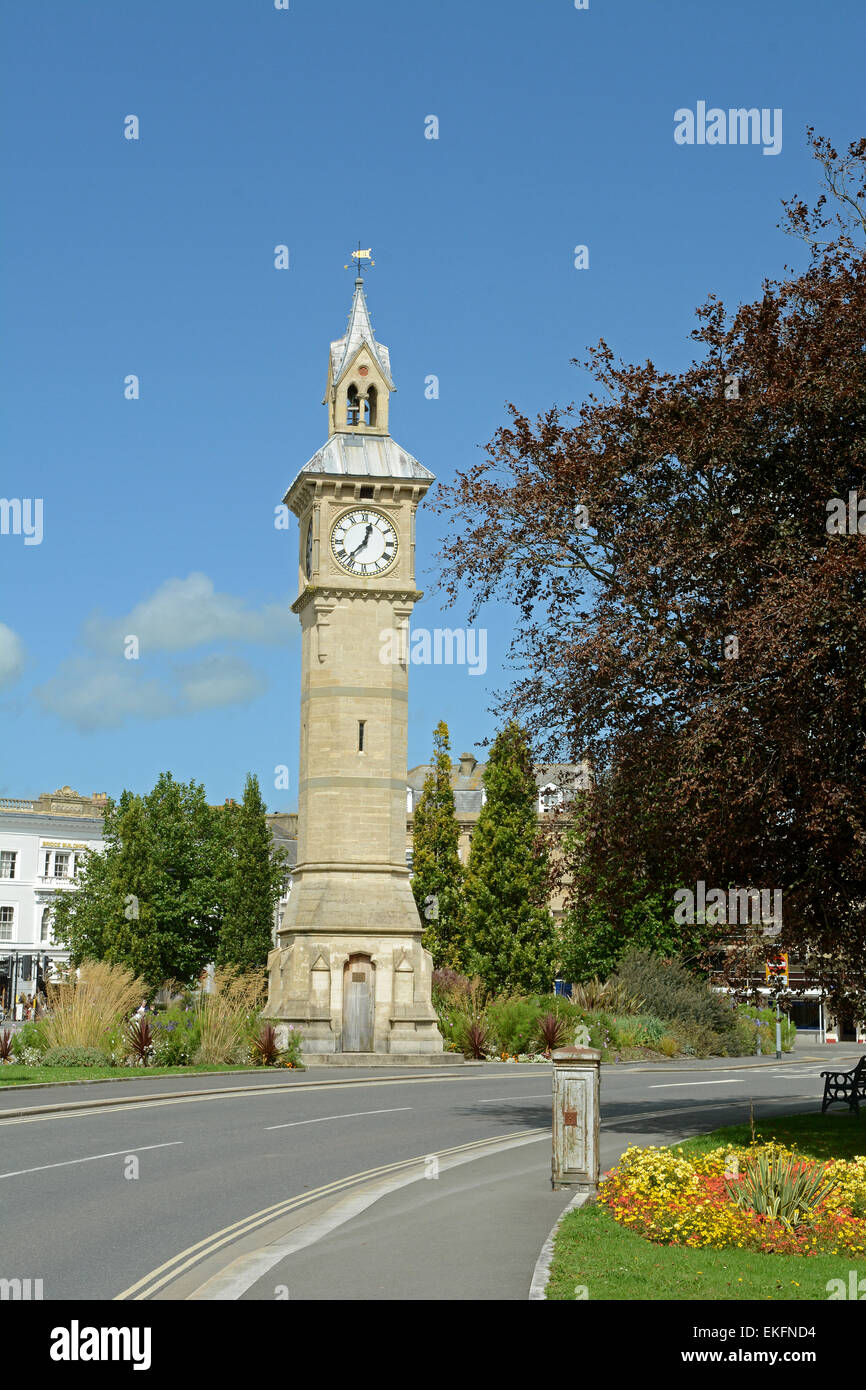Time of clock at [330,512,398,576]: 12:37
